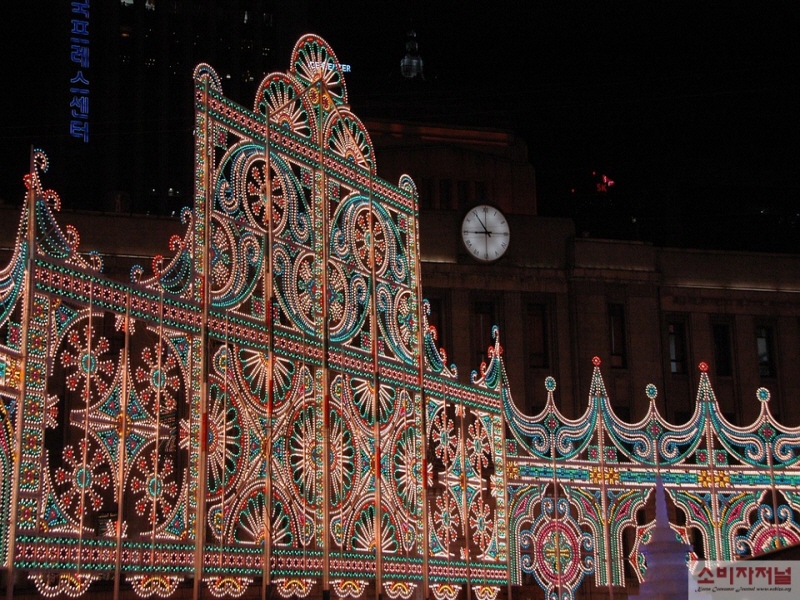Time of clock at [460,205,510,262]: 8:54
